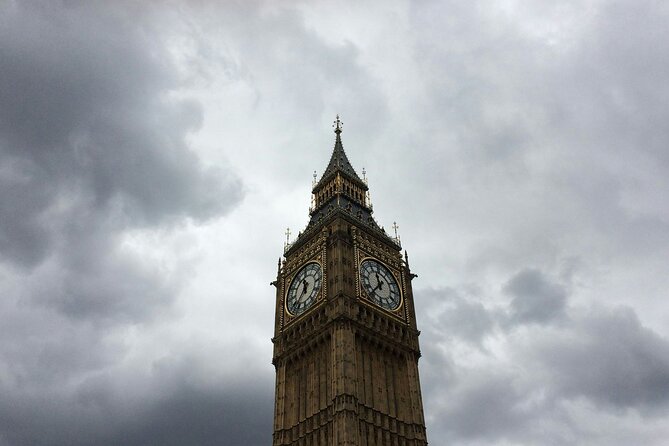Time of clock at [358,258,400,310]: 11:36
